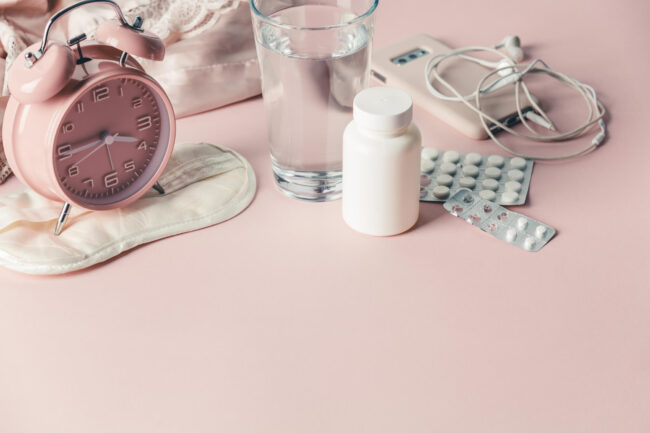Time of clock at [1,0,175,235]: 3:45
